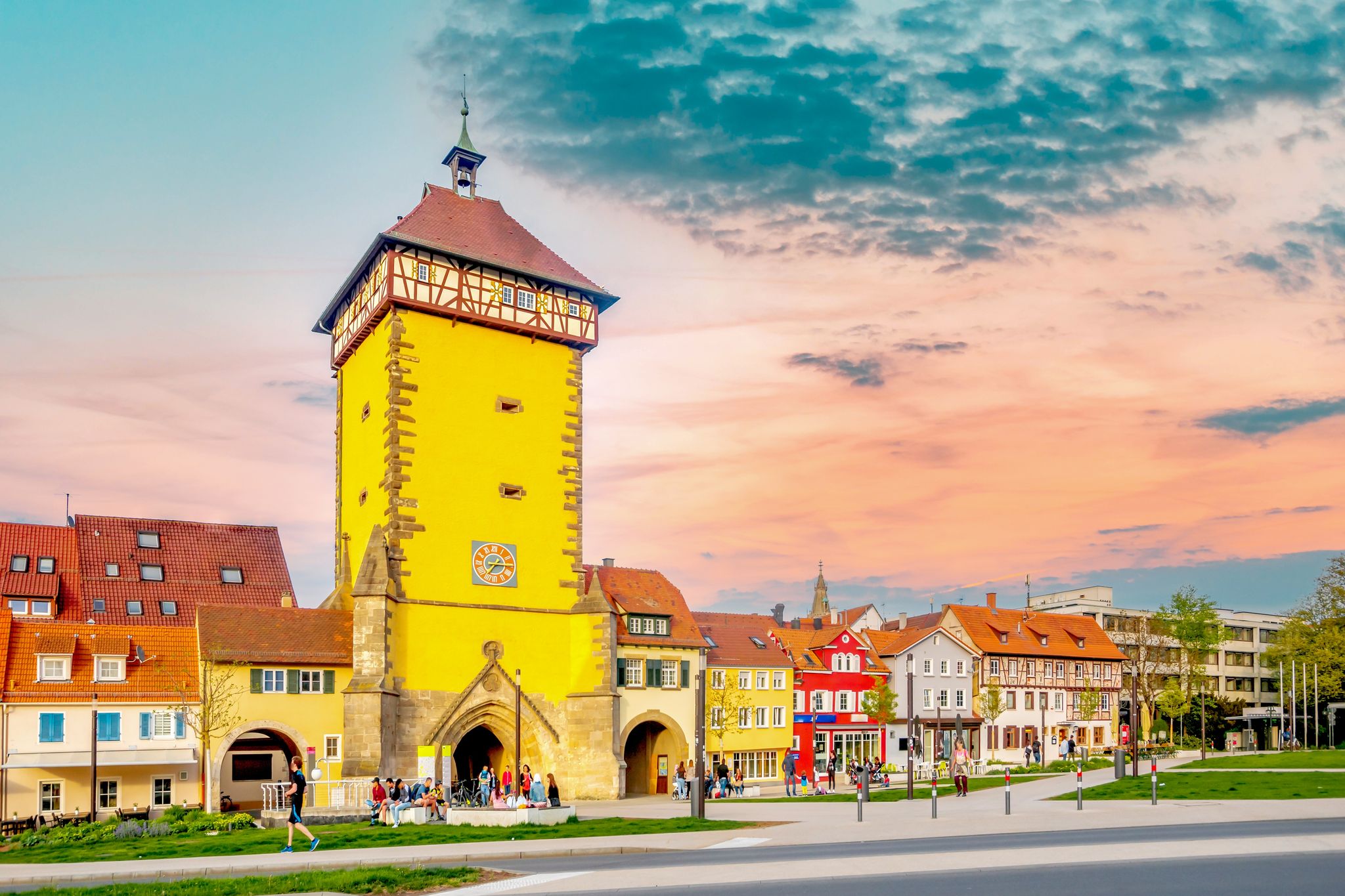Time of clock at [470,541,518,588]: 7:15
